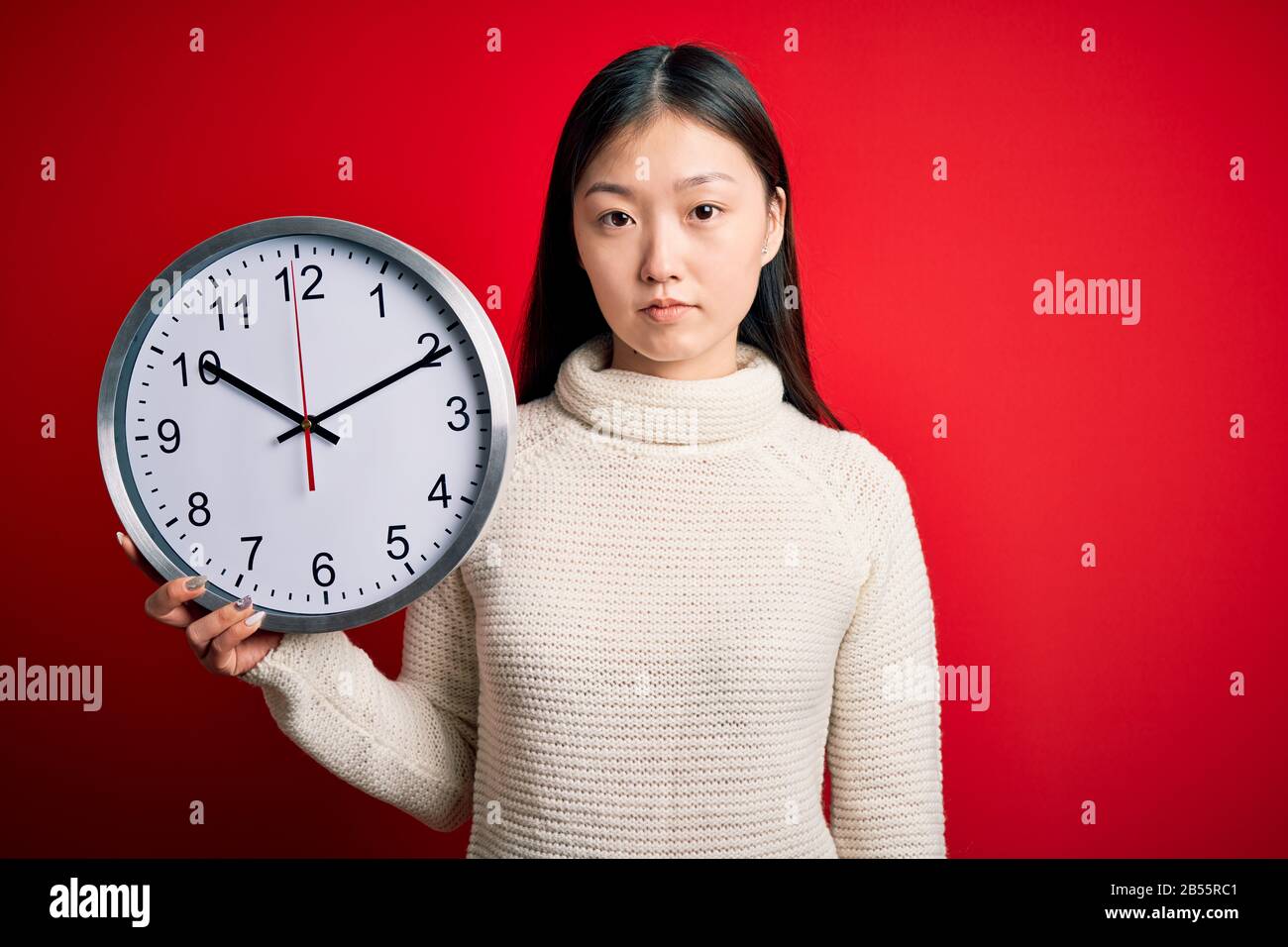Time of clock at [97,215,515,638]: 10:10
